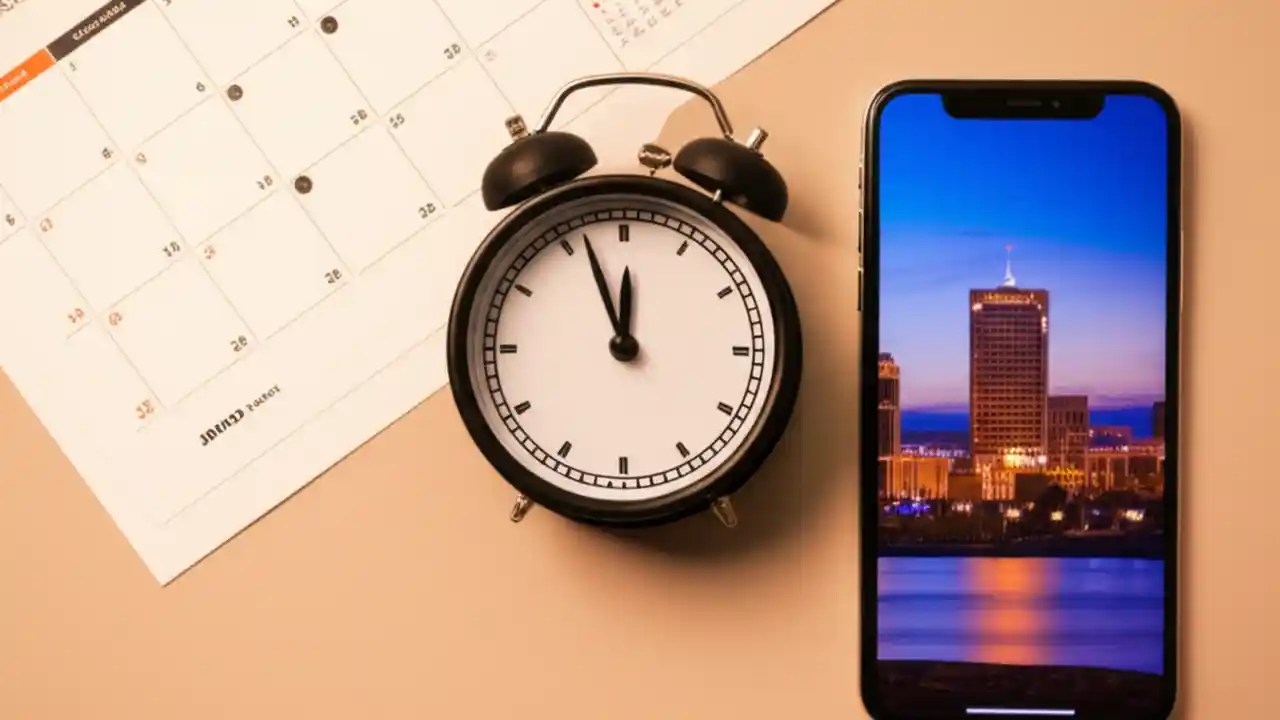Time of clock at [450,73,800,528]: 11:56
